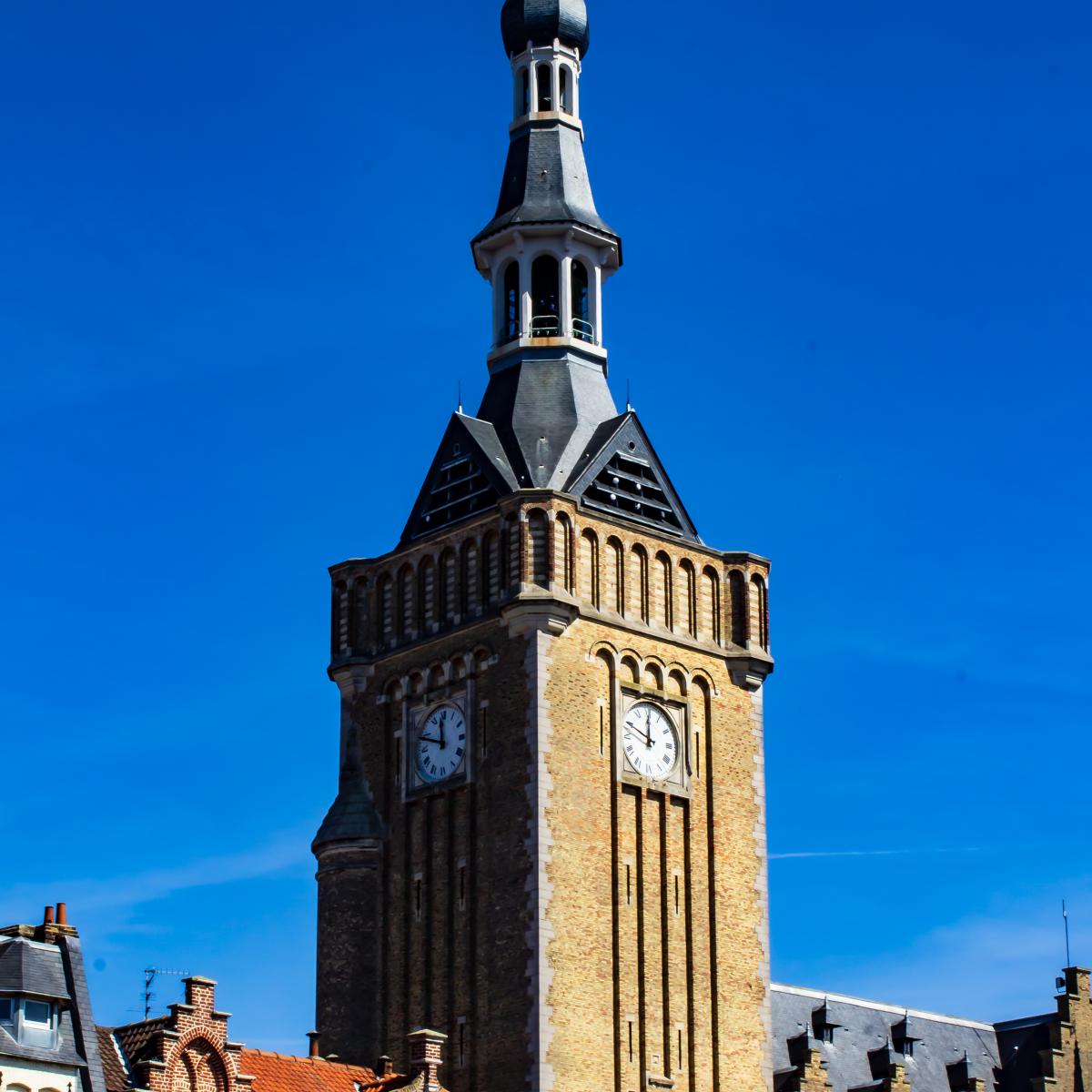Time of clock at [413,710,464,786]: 11:48
